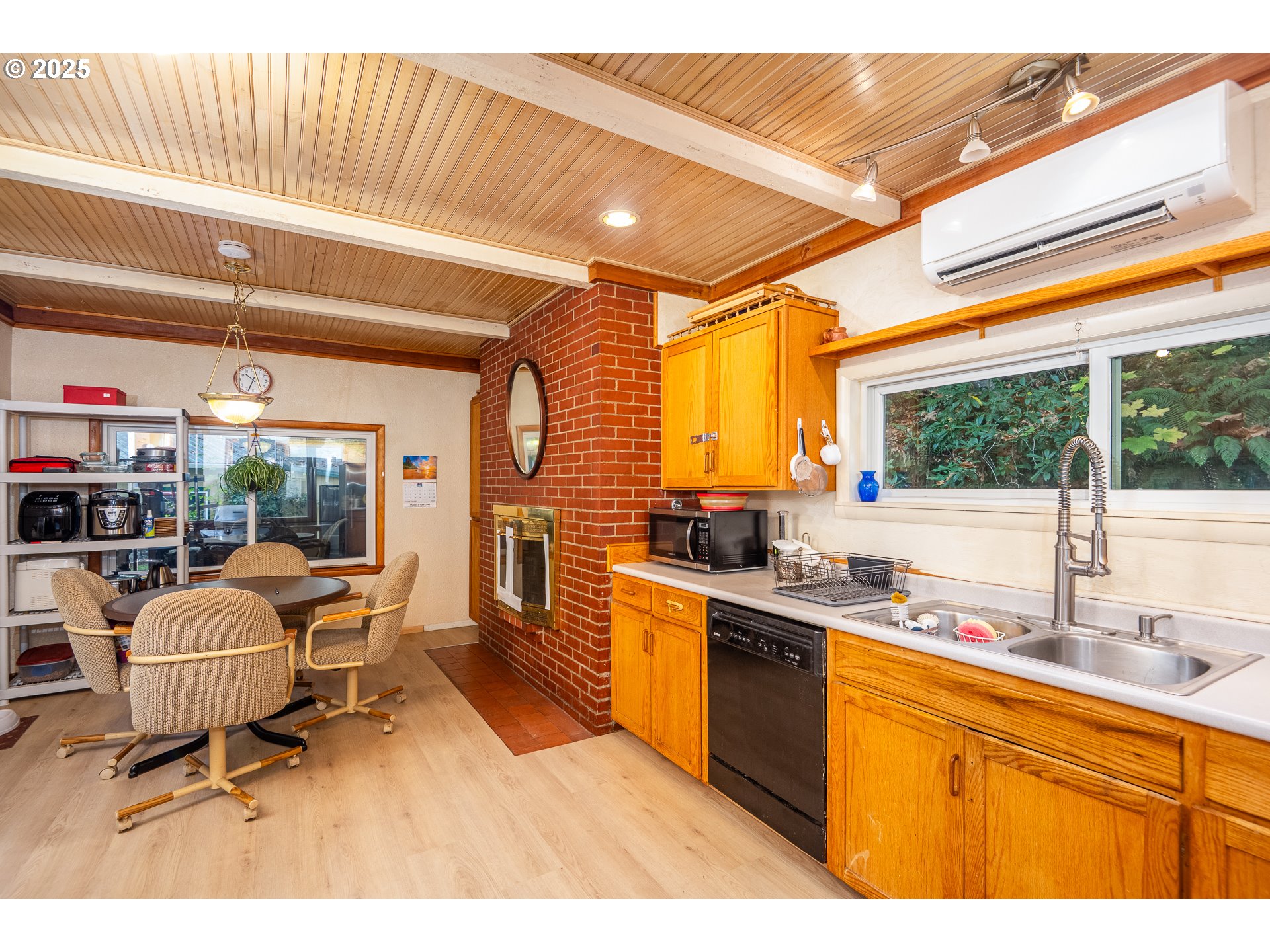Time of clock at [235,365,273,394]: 10:33
